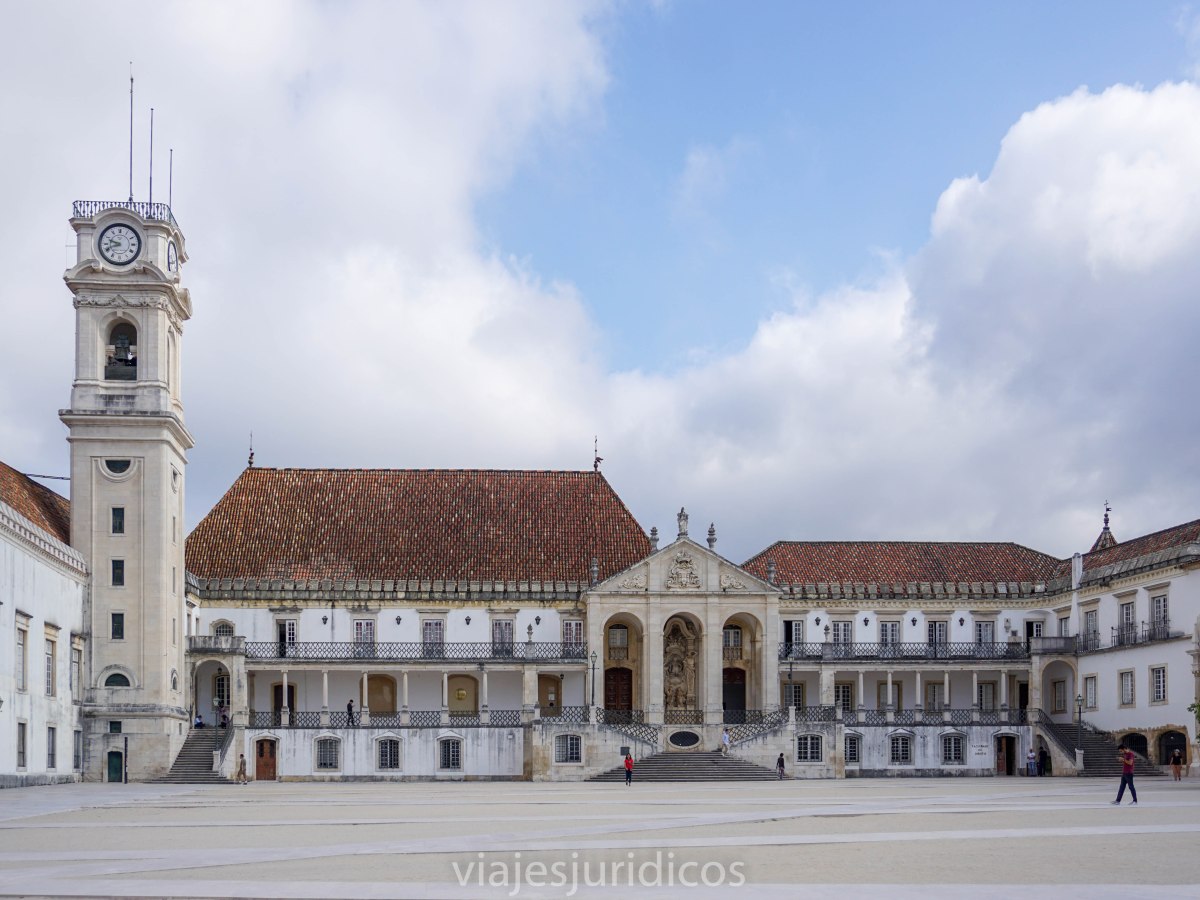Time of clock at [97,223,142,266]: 9:41
